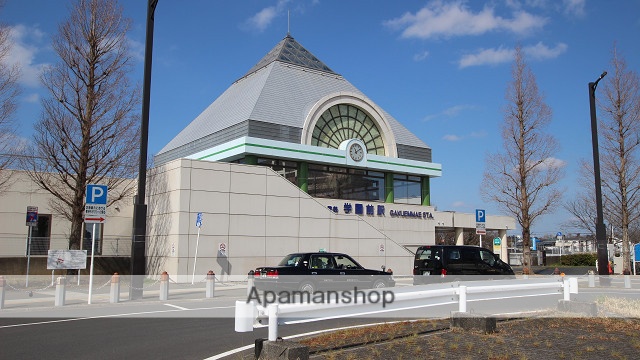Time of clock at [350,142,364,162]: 11:09
